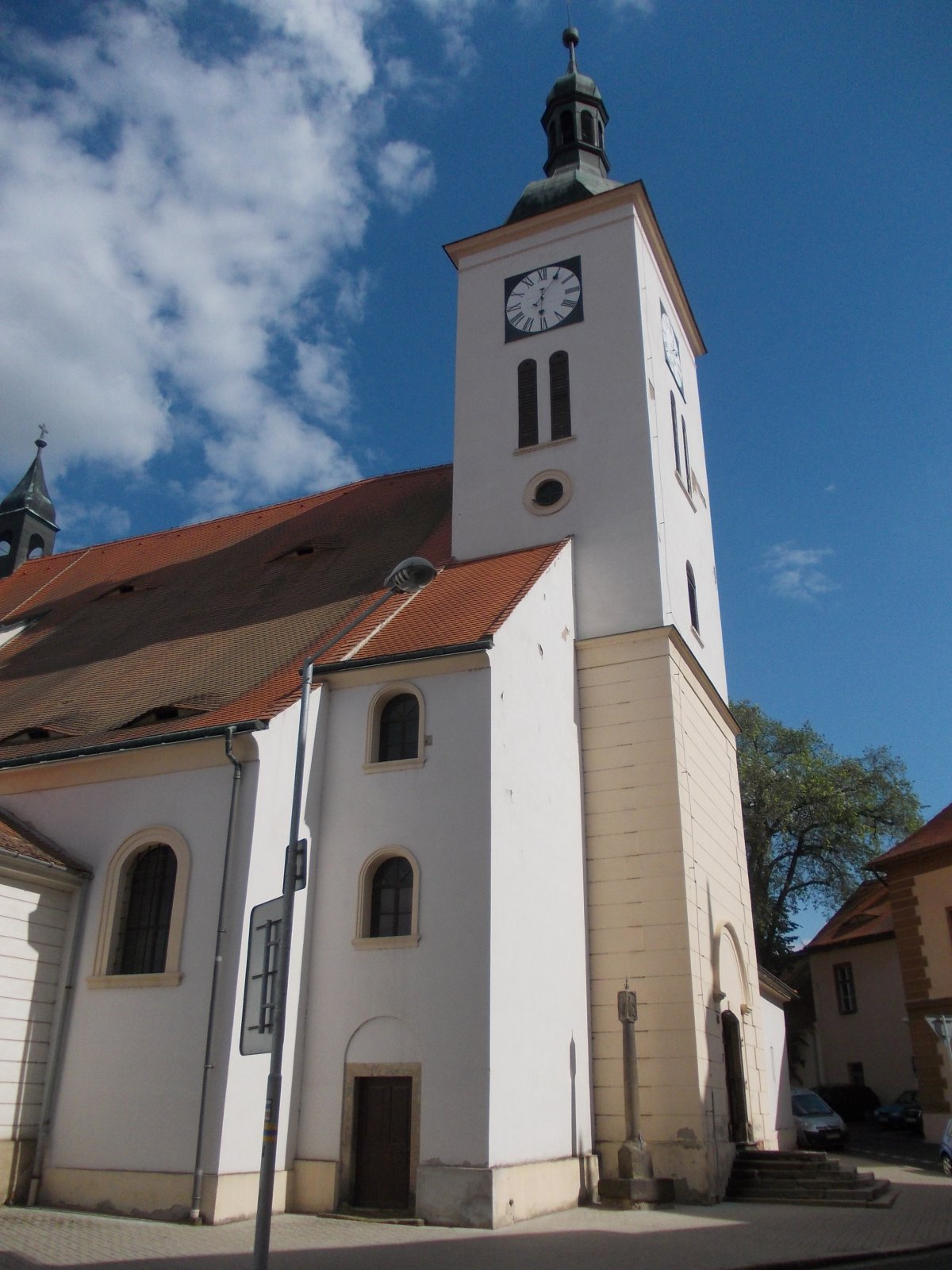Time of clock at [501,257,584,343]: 6:05
